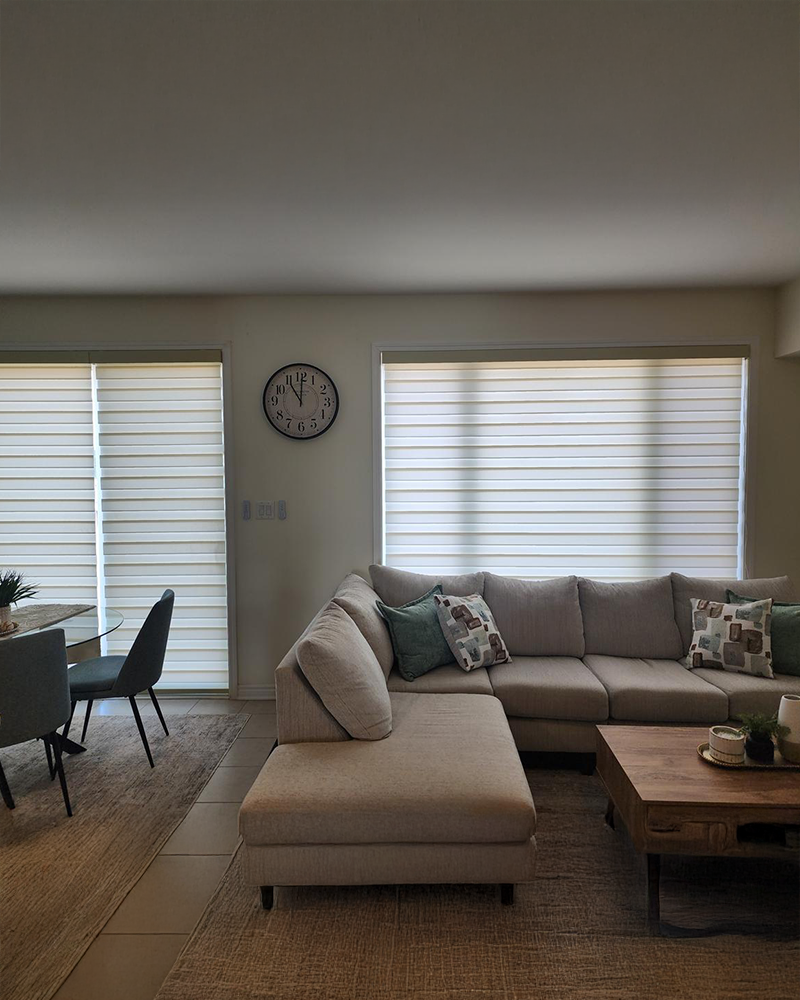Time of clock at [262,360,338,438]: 11:00
